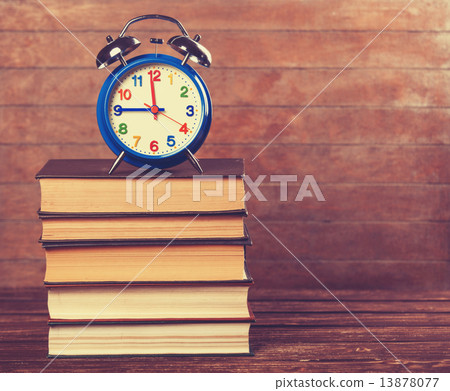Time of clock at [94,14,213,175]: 11:45
